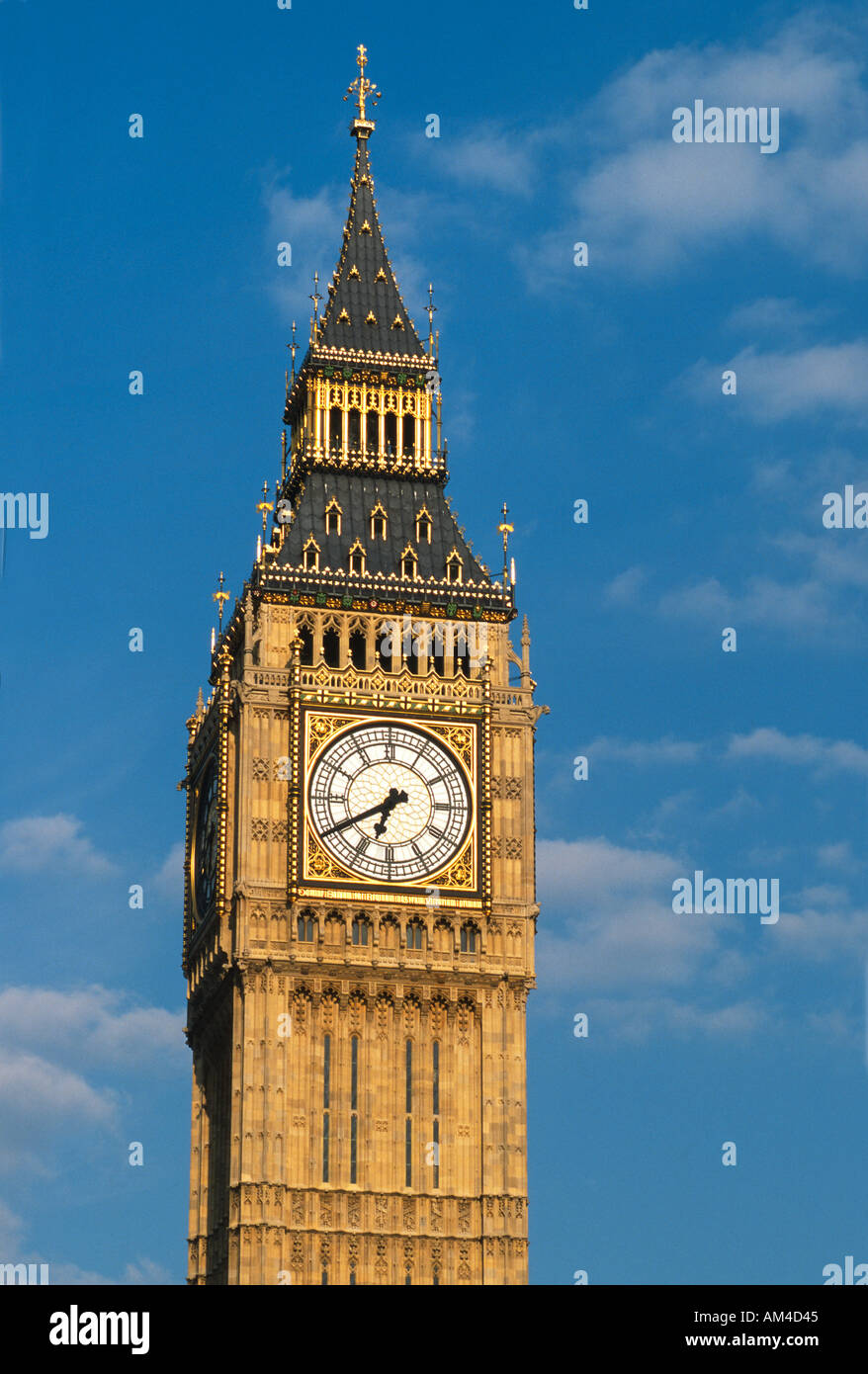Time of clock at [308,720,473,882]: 6:40
